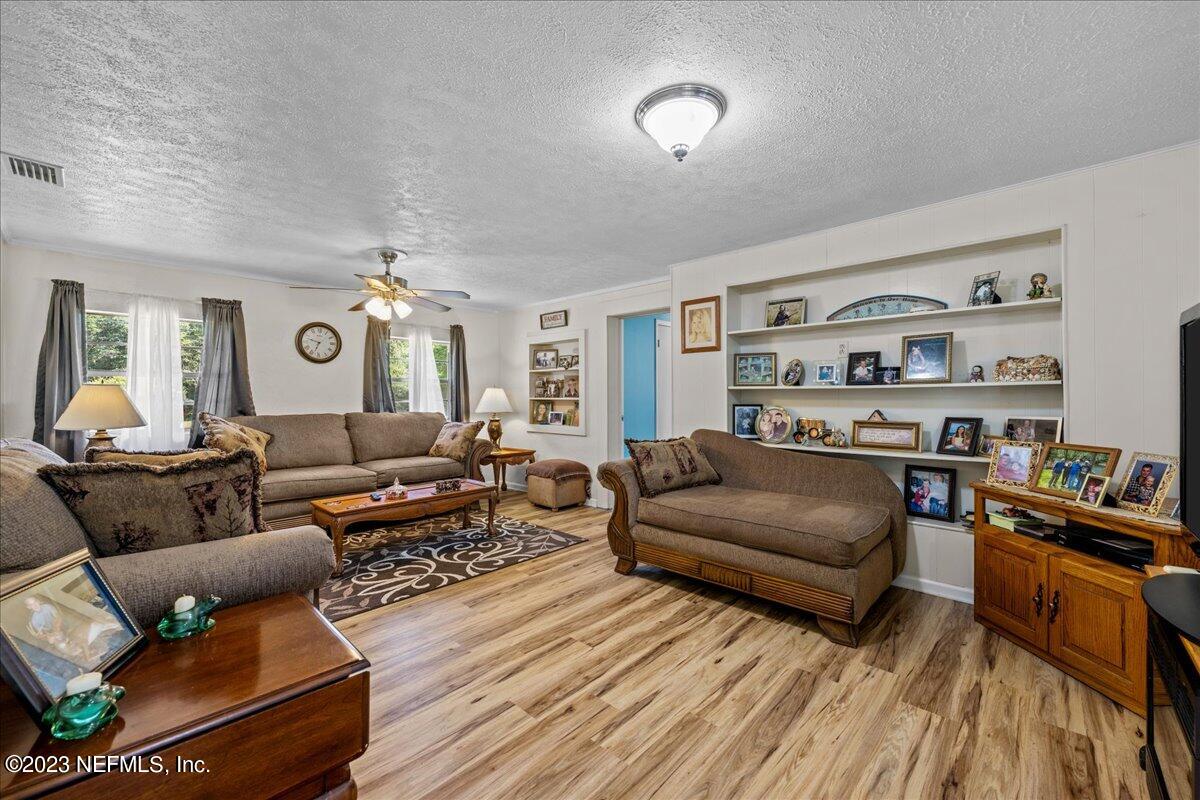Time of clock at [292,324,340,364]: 6:47
